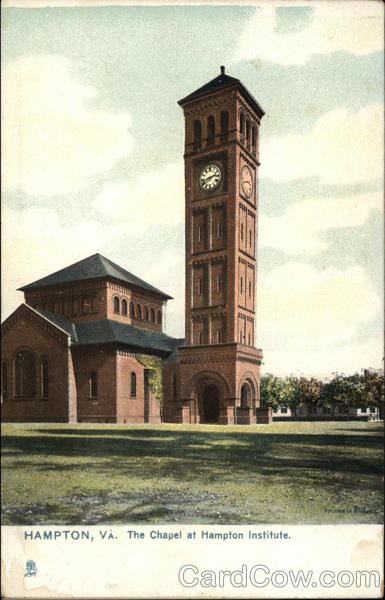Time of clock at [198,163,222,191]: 2:42
